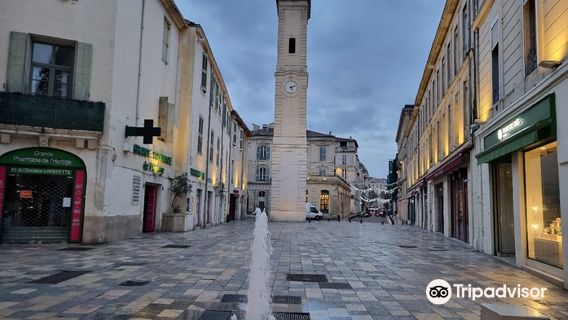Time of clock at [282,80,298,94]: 5:11
